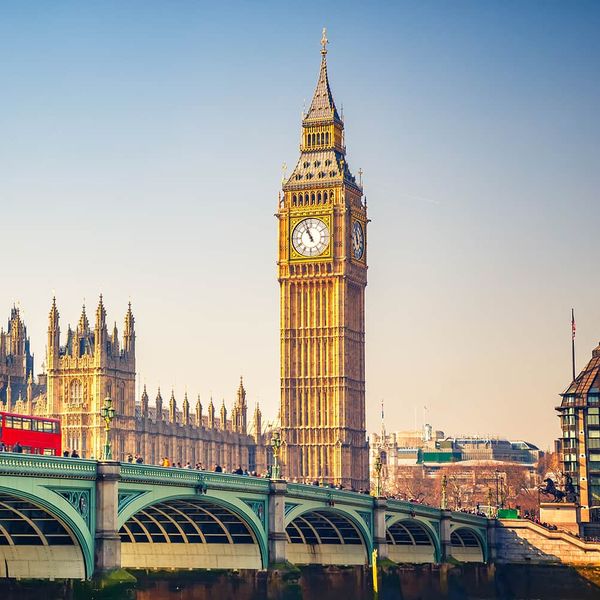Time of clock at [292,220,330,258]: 10:56
